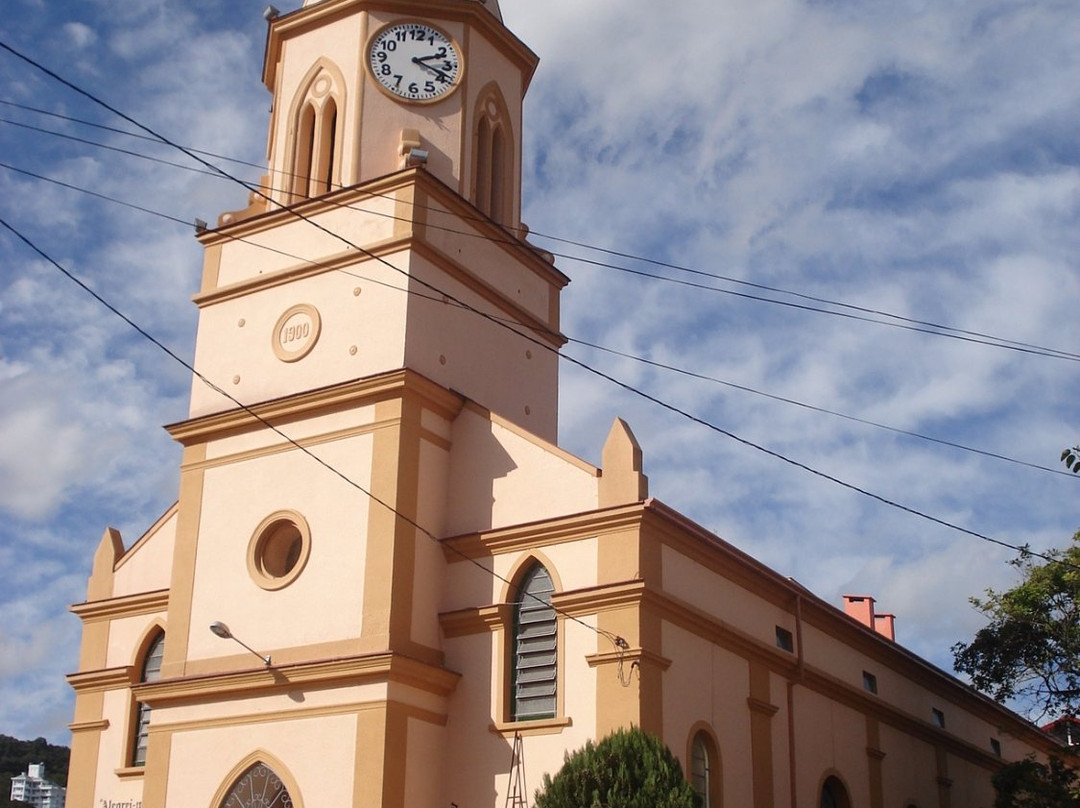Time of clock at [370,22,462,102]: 2:18
